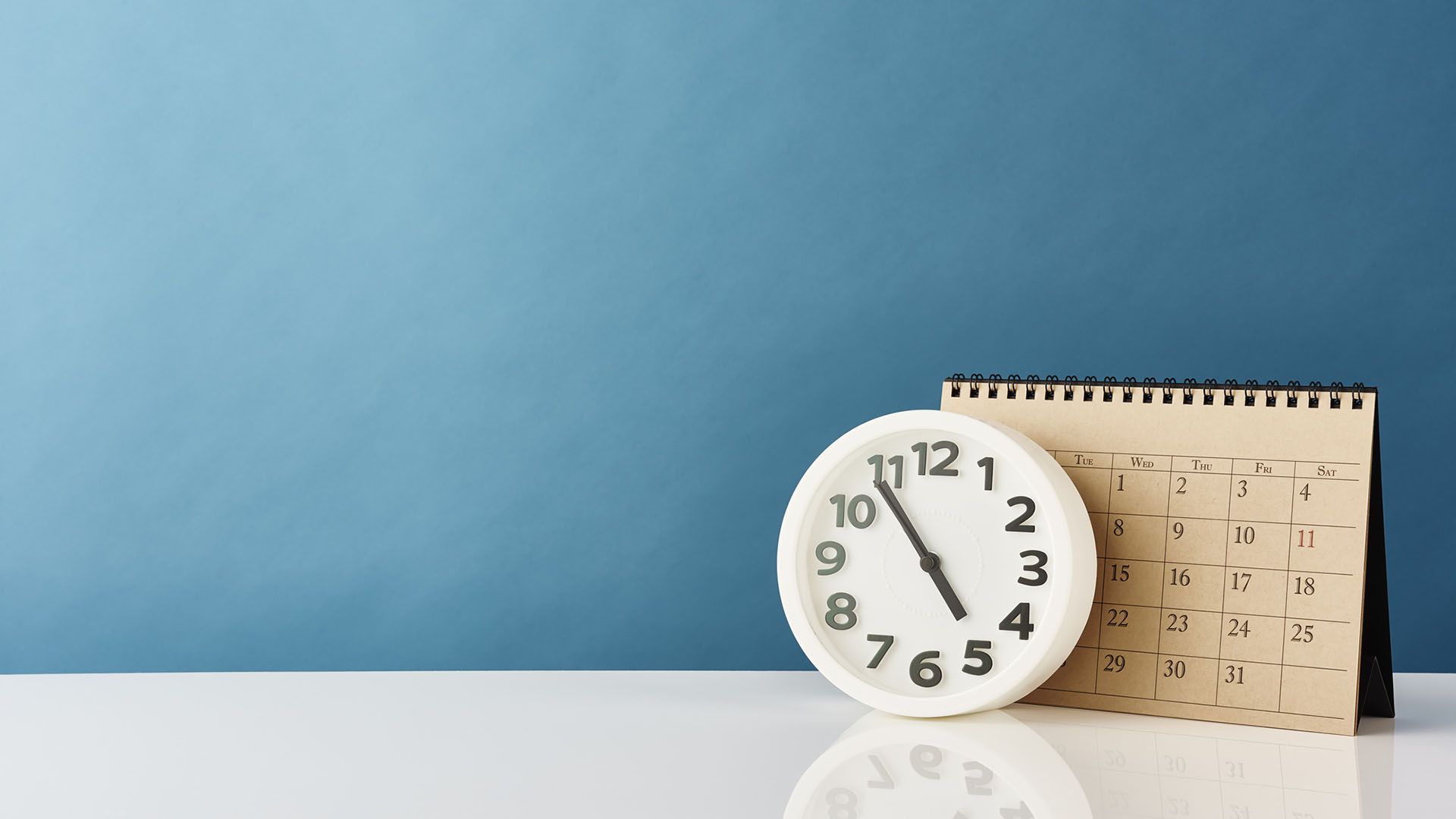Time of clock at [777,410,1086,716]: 4:54
